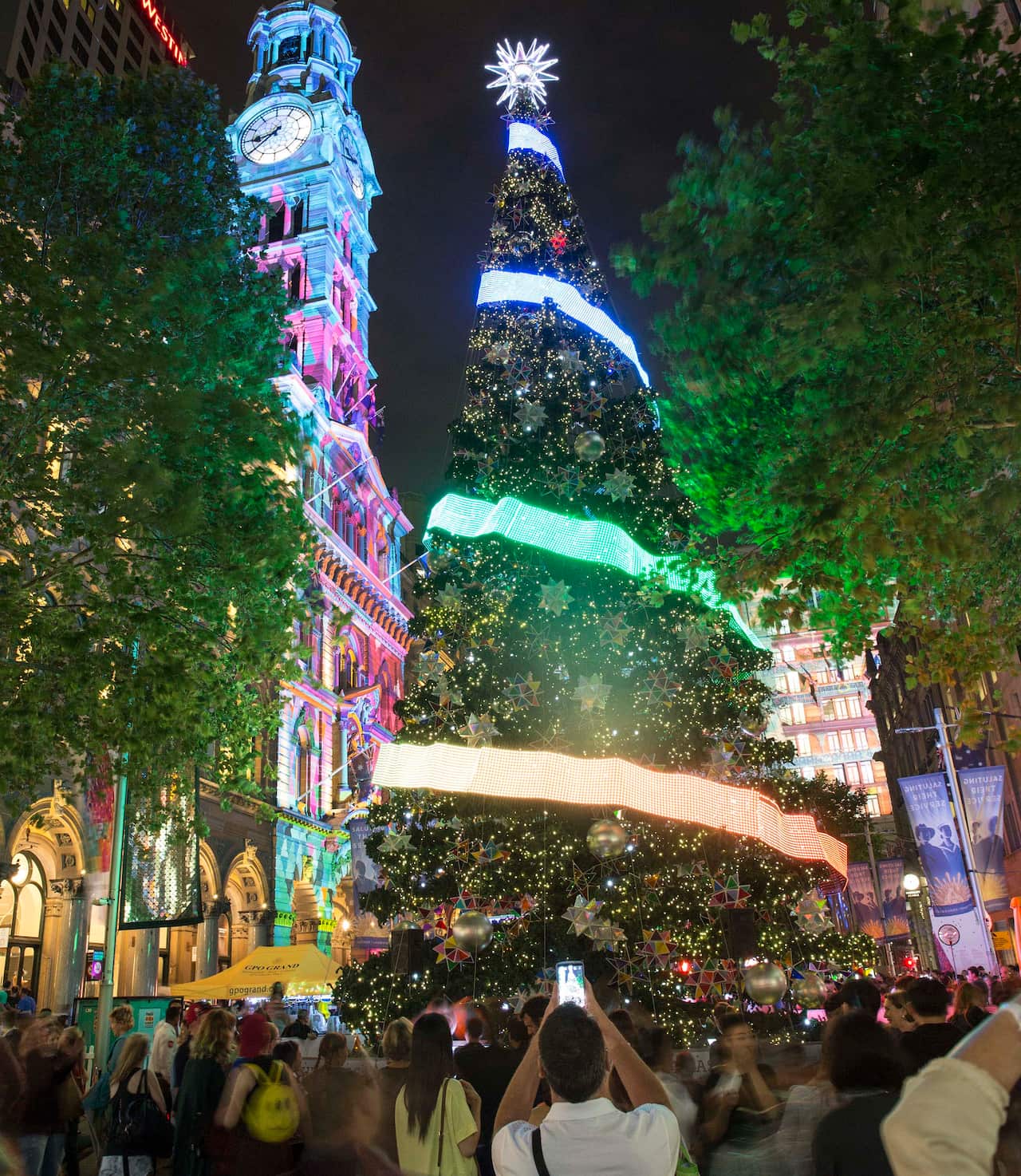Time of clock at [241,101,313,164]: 8:38
